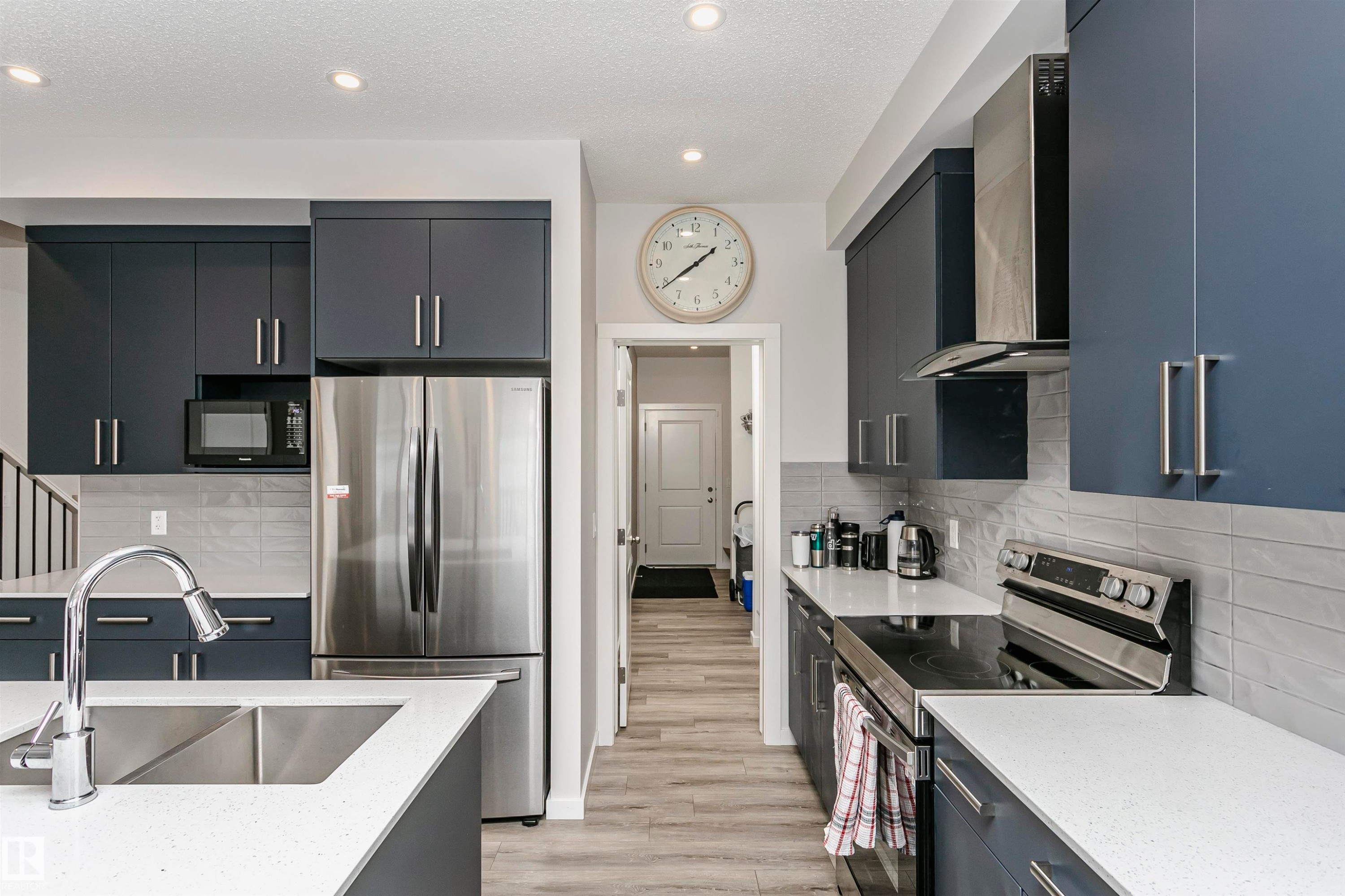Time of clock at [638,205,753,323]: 1:39
